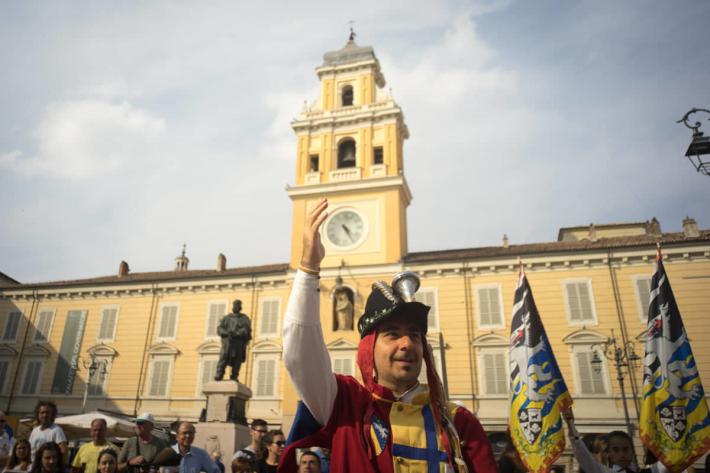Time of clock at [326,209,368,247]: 4:24
